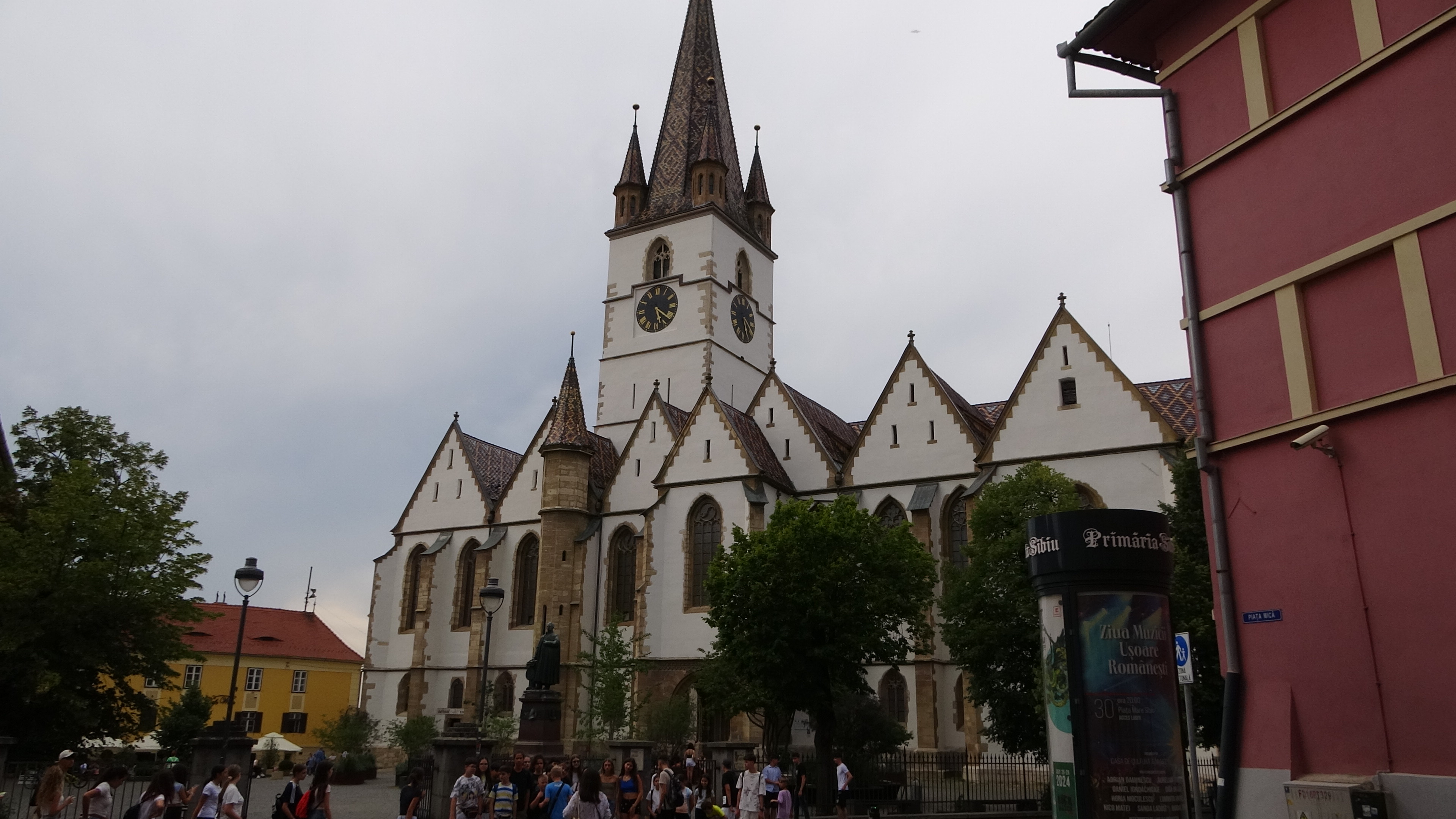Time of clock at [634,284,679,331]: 5:21
